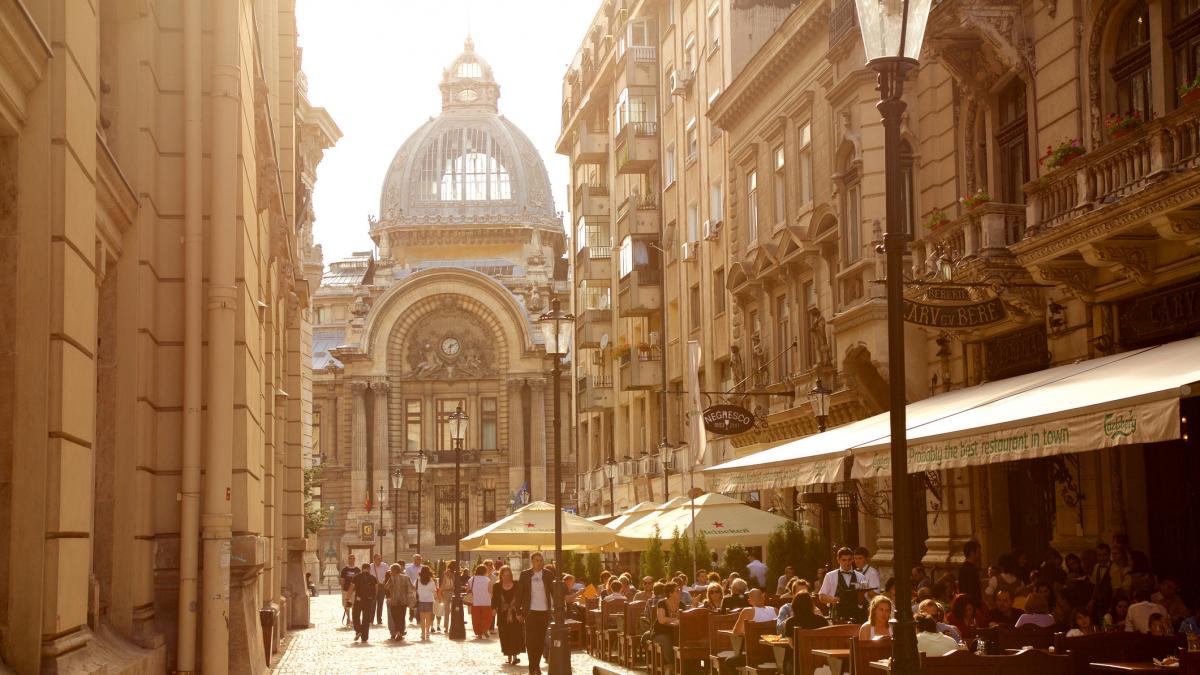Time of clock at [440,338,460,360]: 6:11
